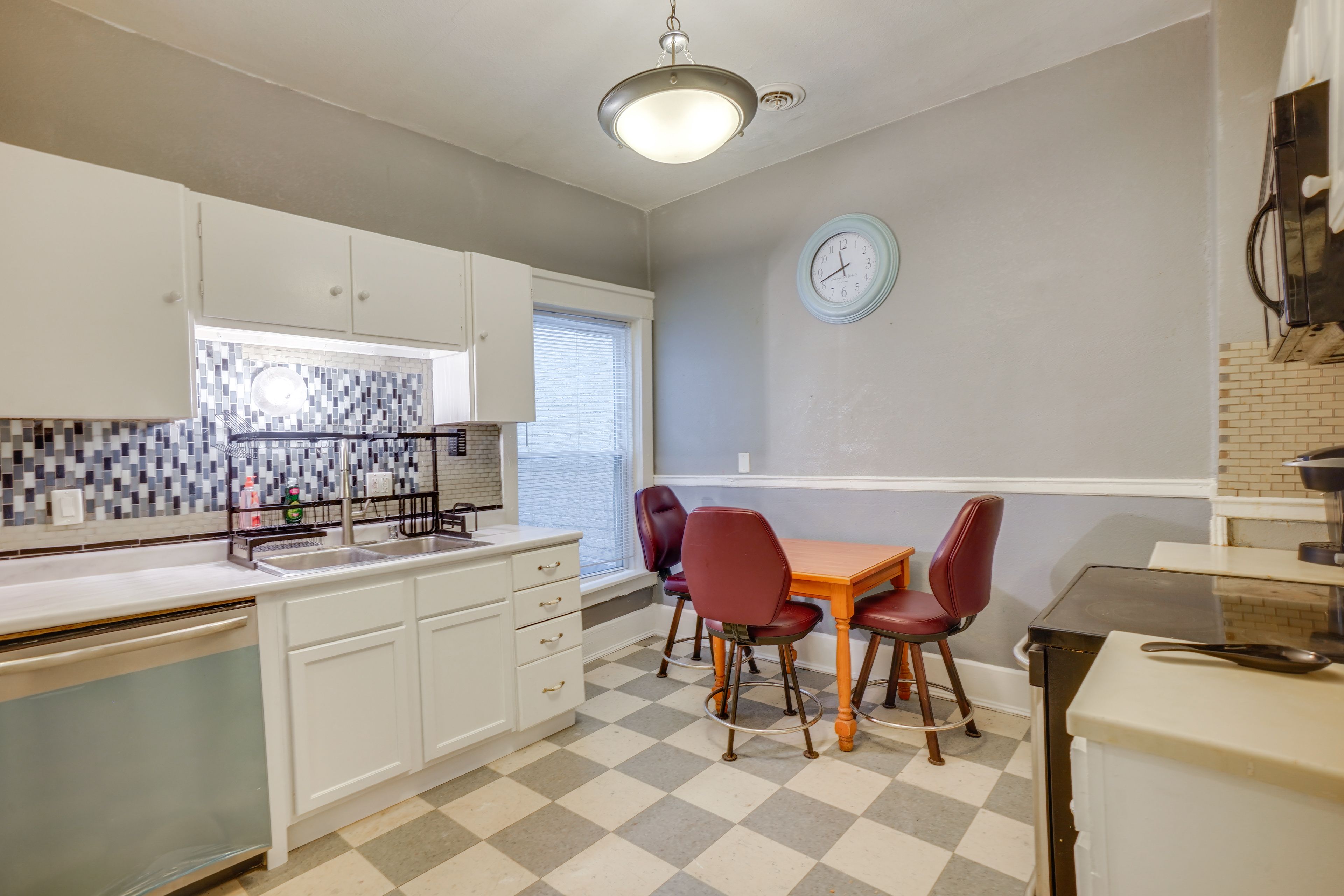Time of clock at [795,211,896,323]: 11:41
